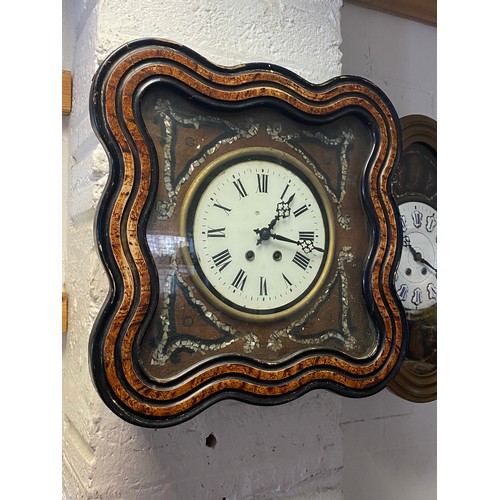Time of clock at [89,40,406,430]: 1:16
